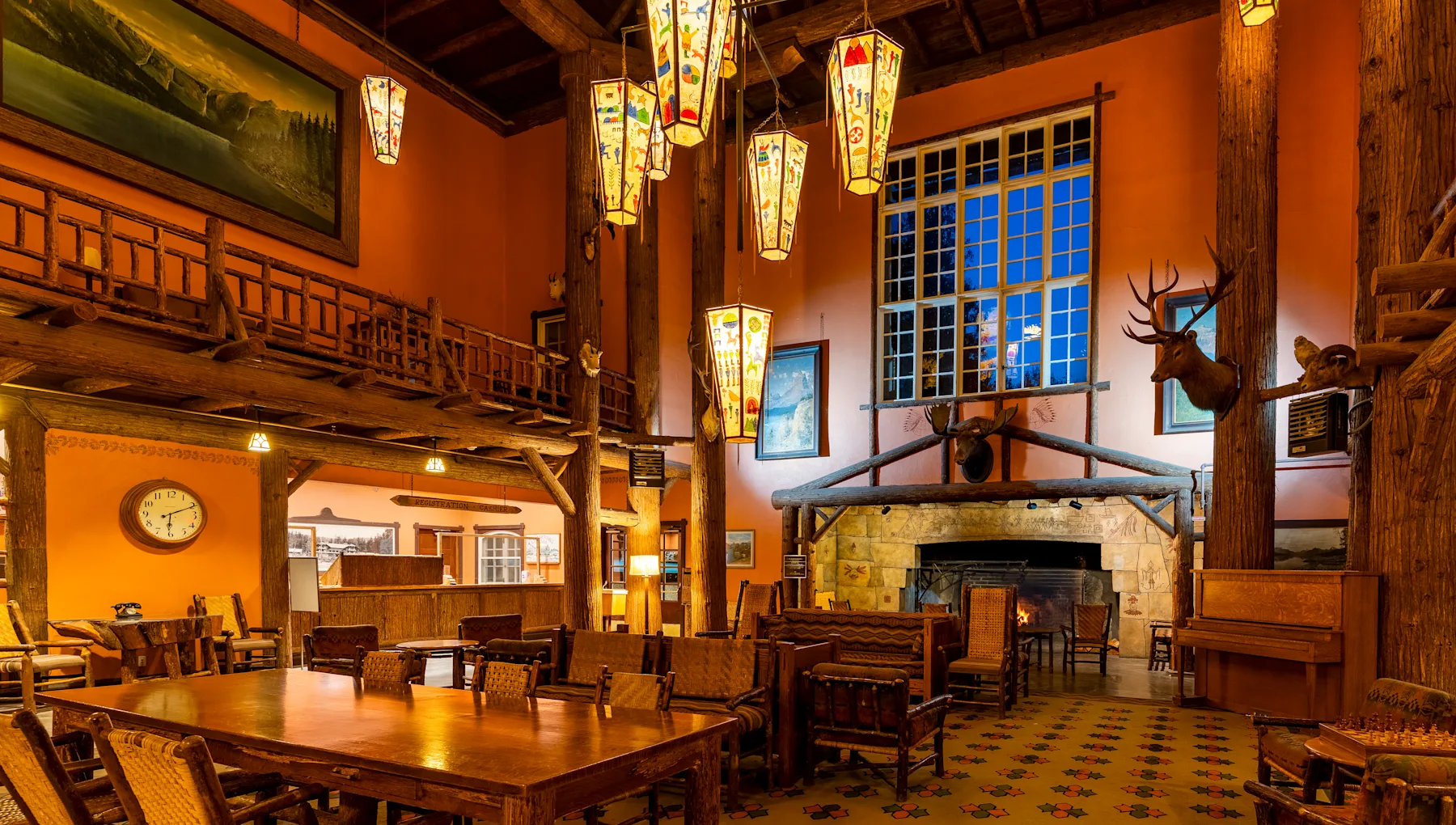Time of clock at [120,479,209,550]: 6:10
